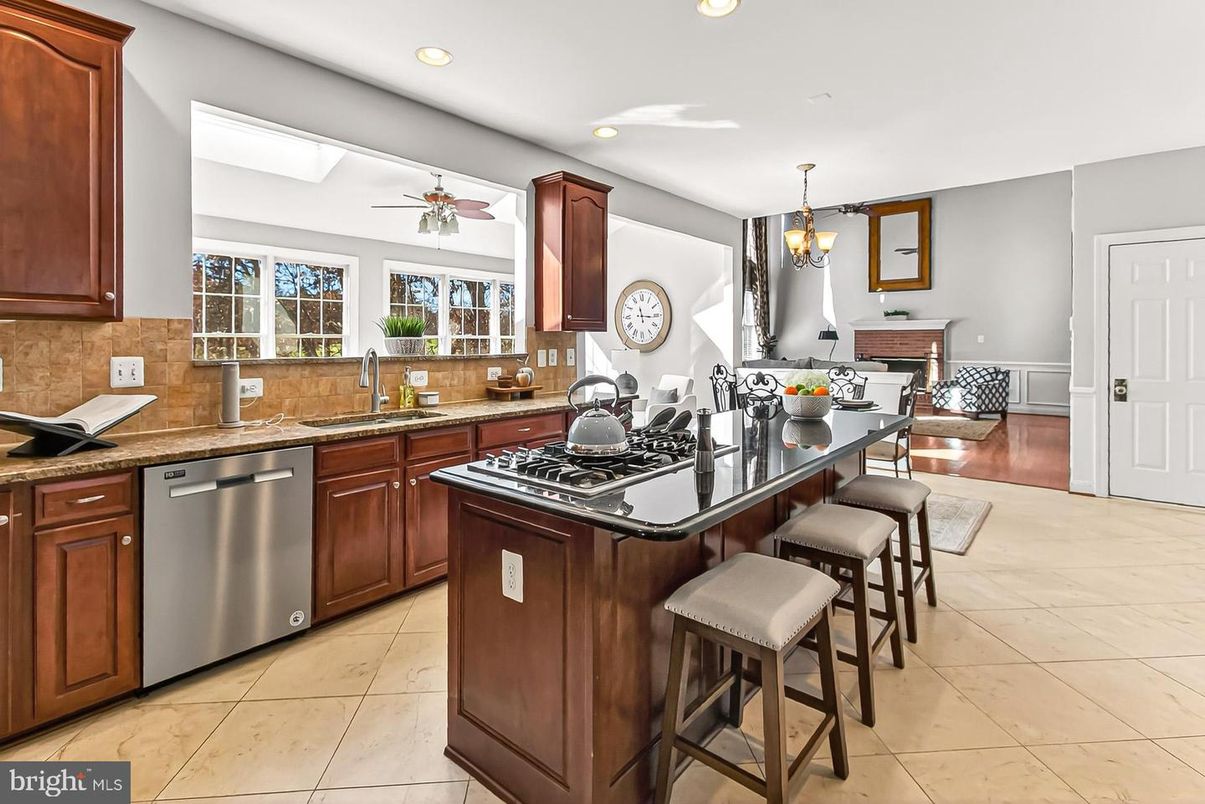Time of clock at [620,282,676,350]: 11:15
